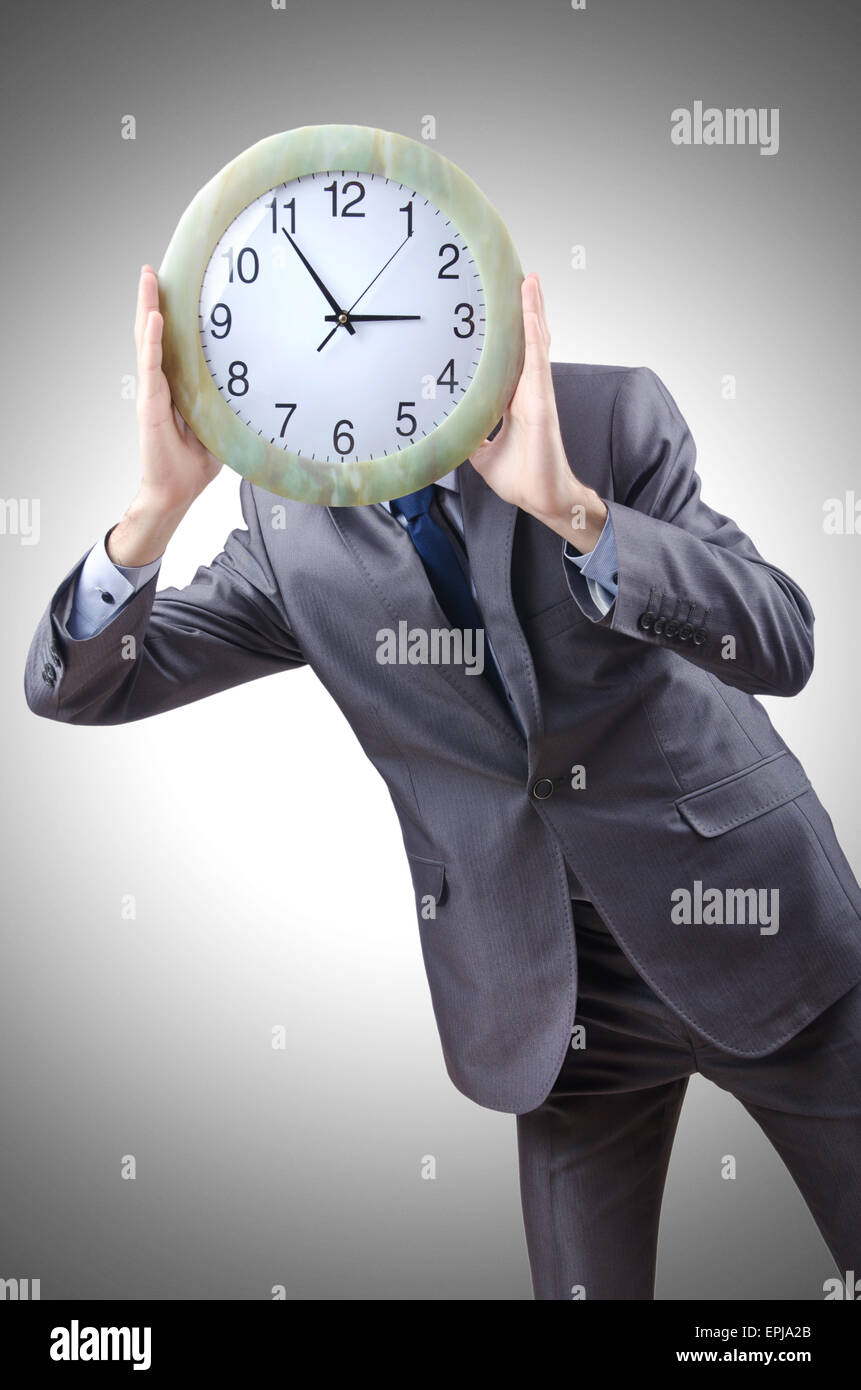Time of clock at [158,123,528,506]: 2:54
